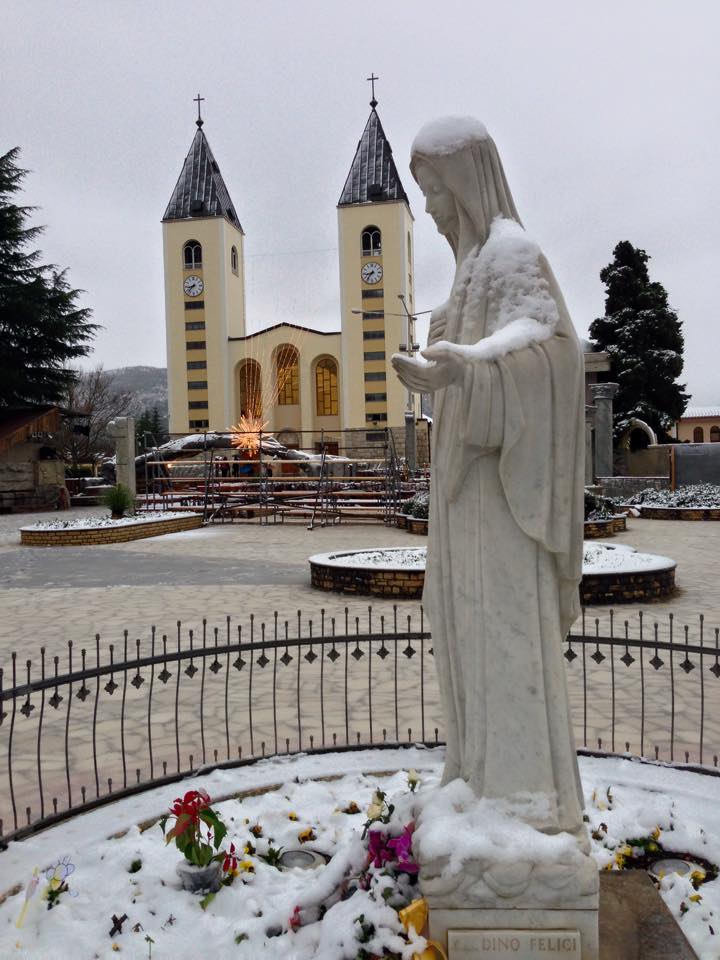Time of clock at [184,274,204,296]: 8:37
